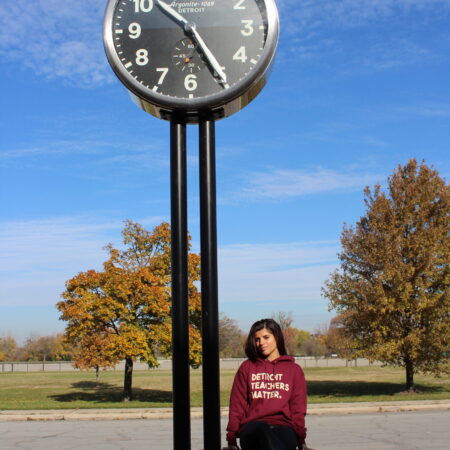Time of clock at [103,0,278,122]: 10:24
